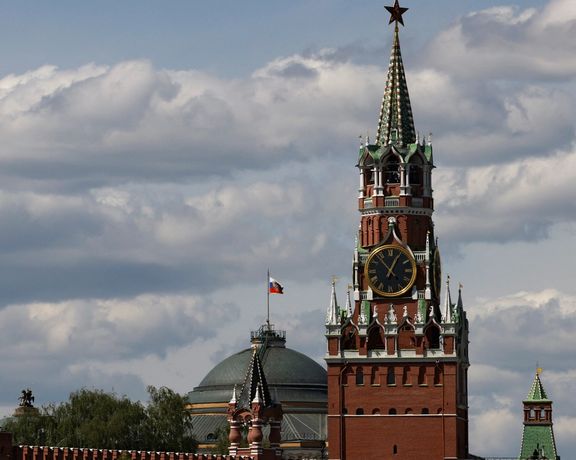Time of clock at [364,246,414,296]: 12:53
